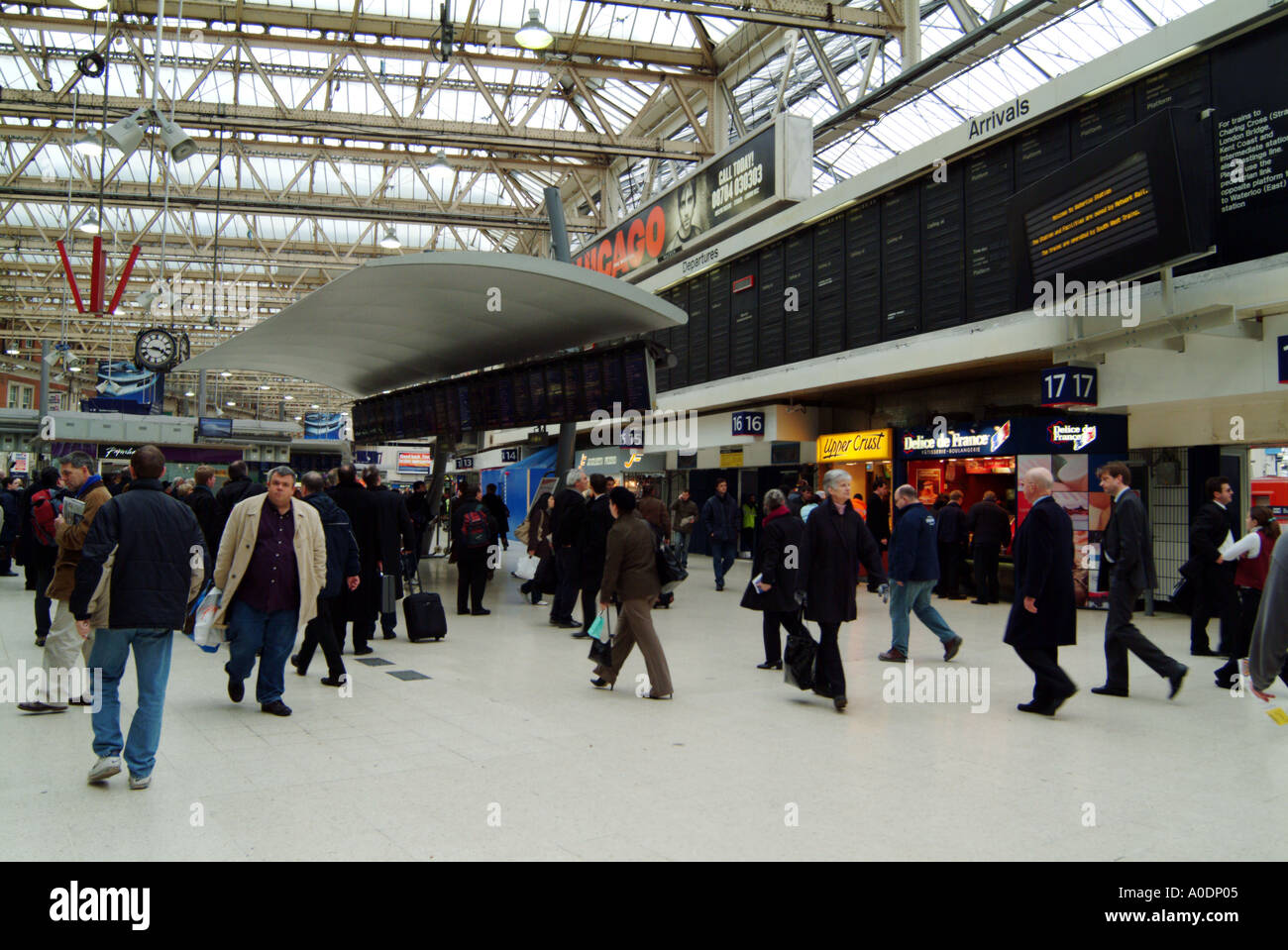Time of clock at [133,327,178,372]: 3:44
